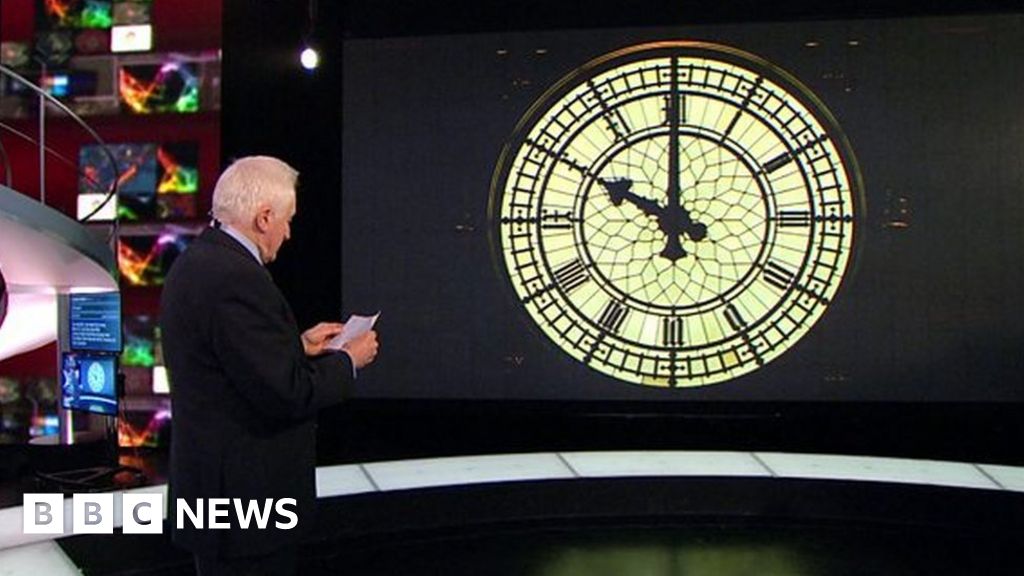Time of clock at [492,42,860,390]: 9:59
